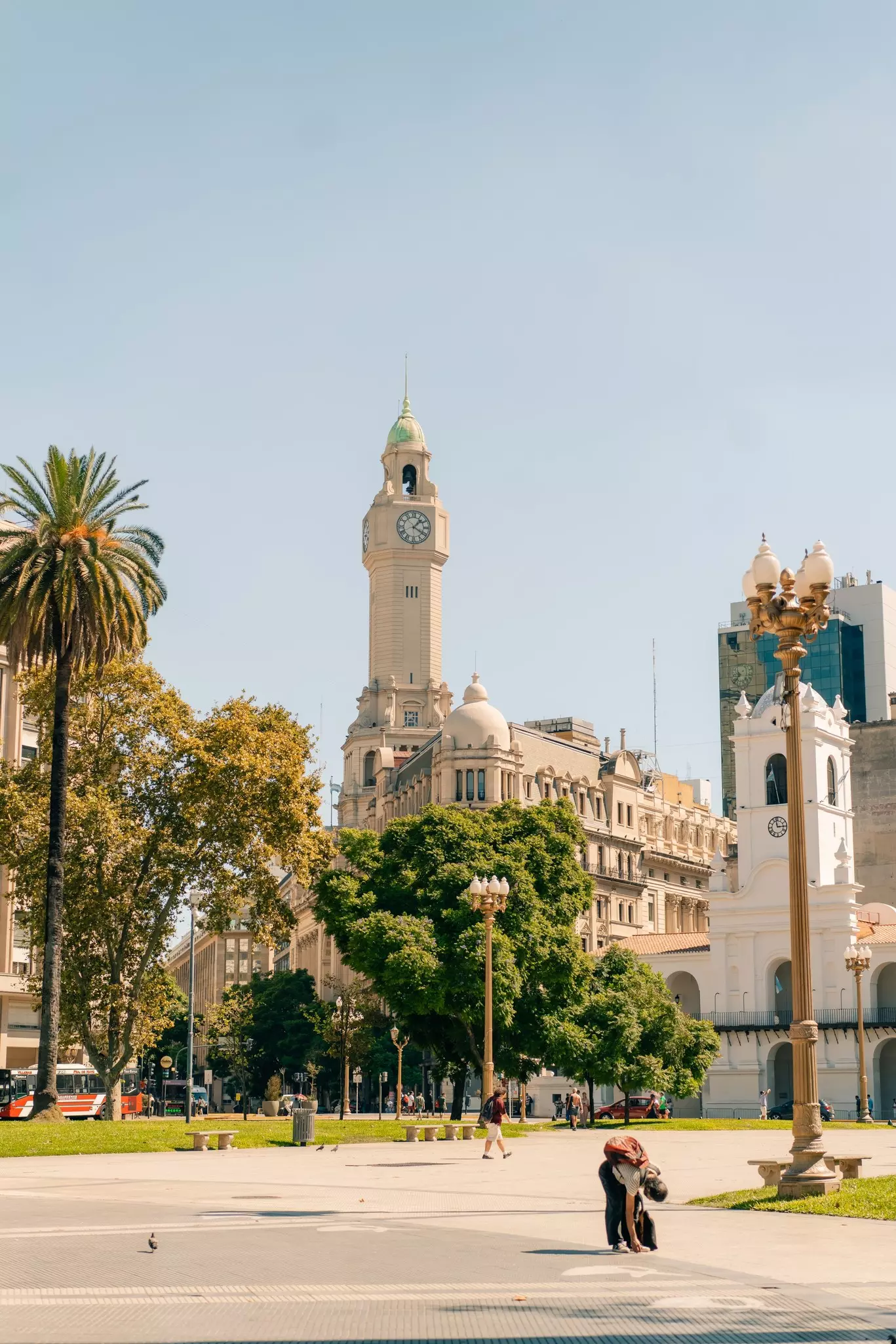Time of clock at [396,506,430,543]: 1:20
